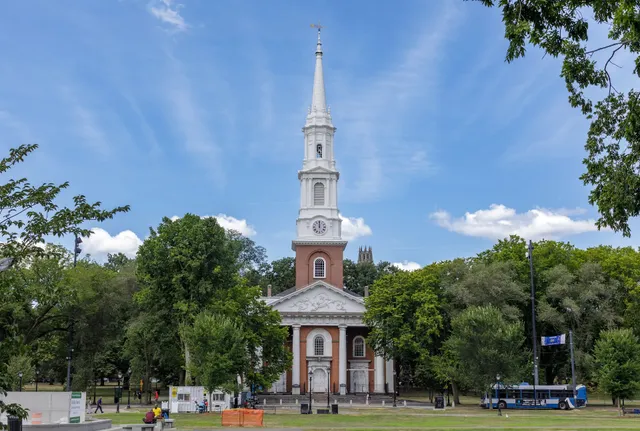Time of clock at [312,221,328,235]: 12:00
